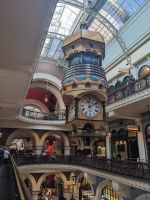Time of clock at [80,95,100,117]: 11:10
